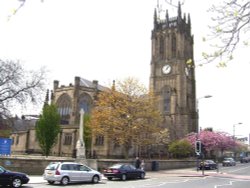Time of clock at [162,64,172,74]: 8:07
